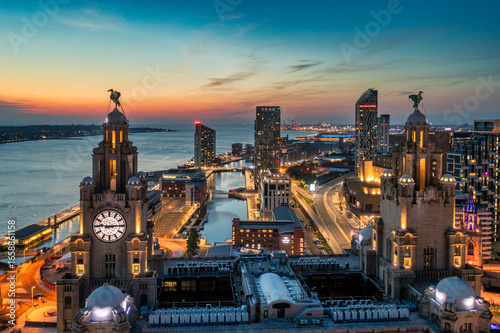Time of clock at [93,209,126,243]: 9:14
